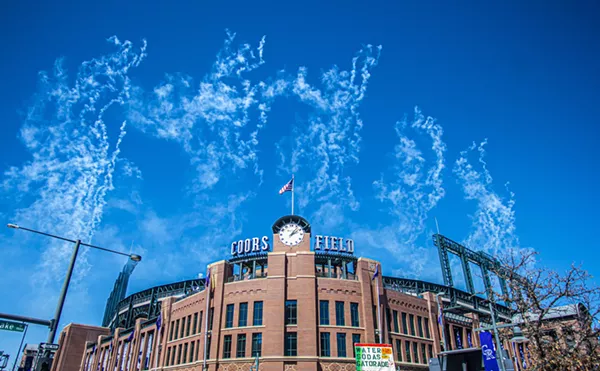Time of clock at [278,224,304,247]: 2:06
